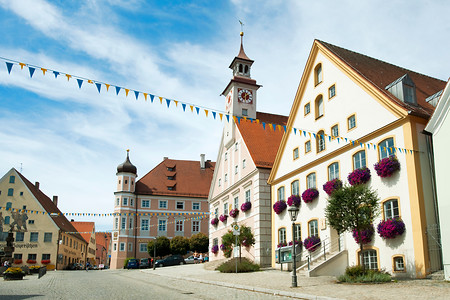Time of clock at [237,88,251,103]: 6:00
